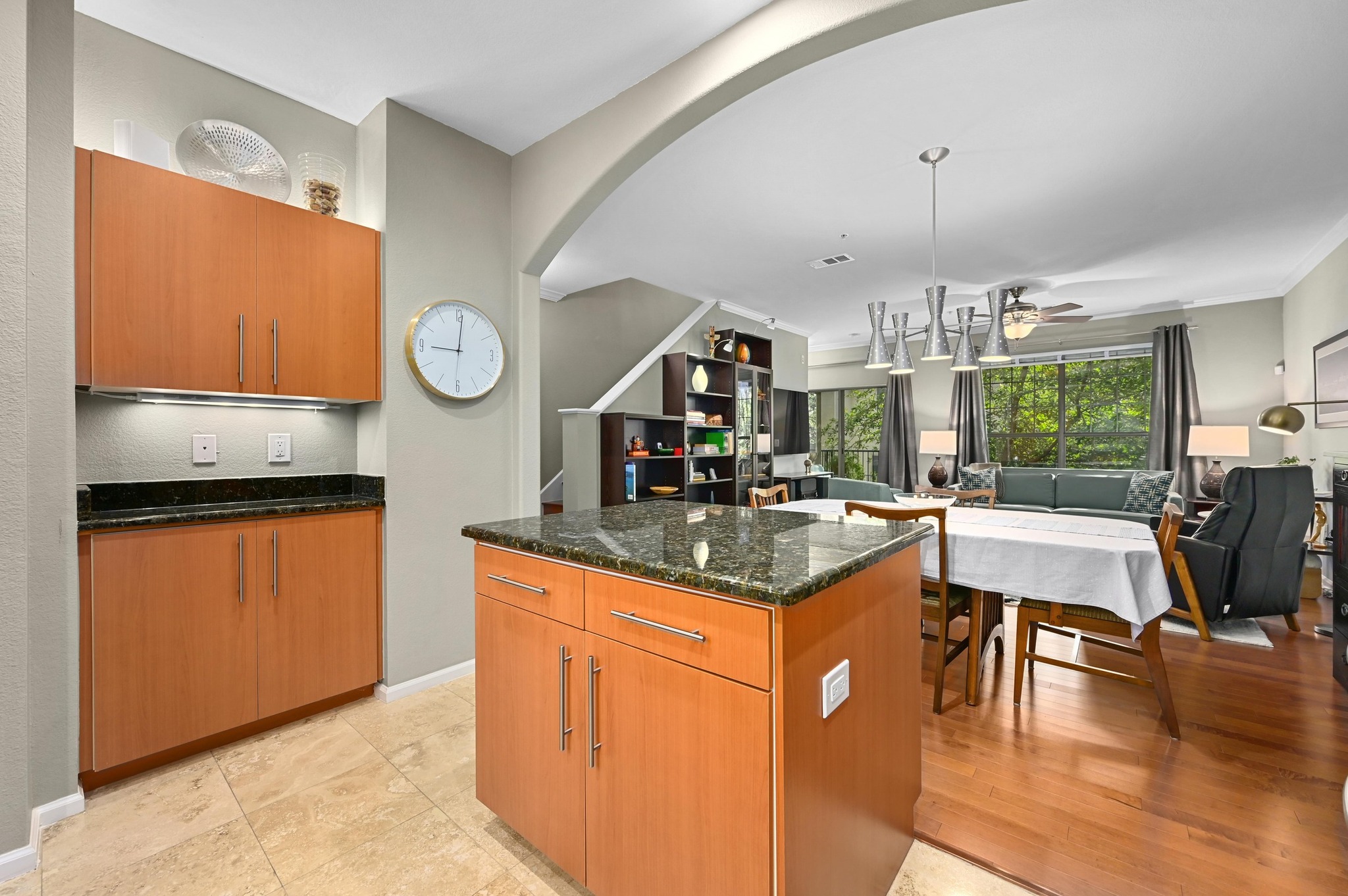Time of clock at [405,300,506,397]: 9:01
